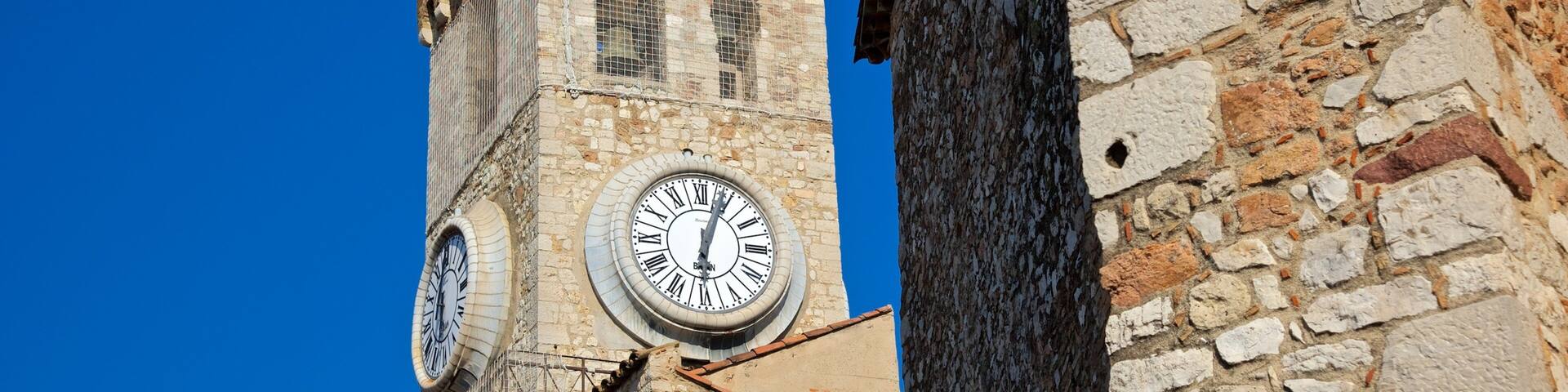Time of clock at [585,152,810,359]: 6:03
